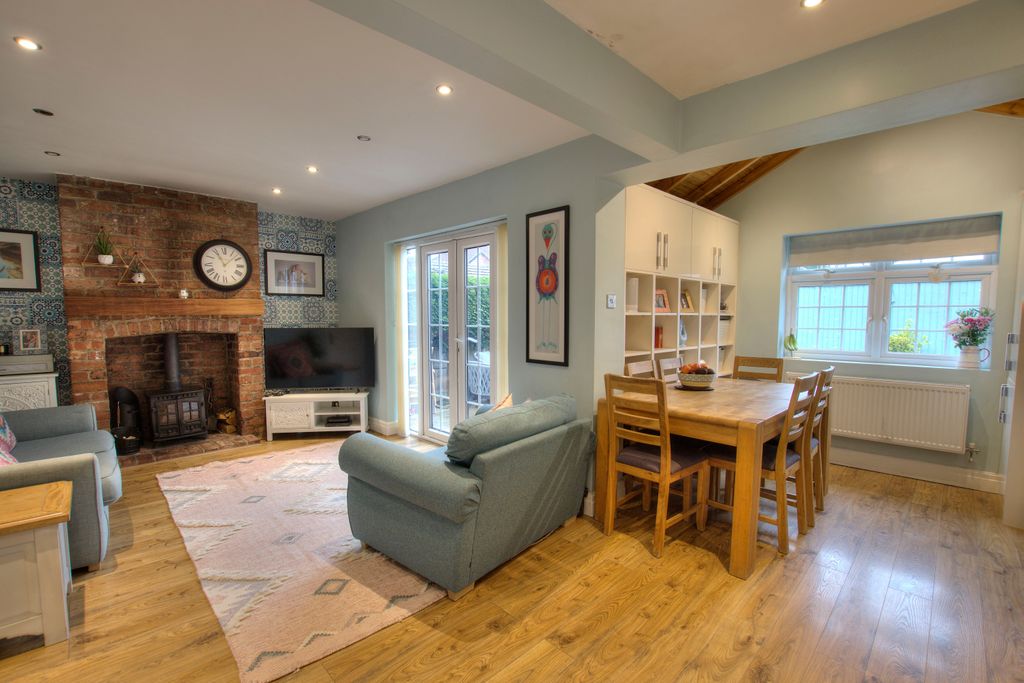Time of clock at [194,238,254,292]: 11:07
